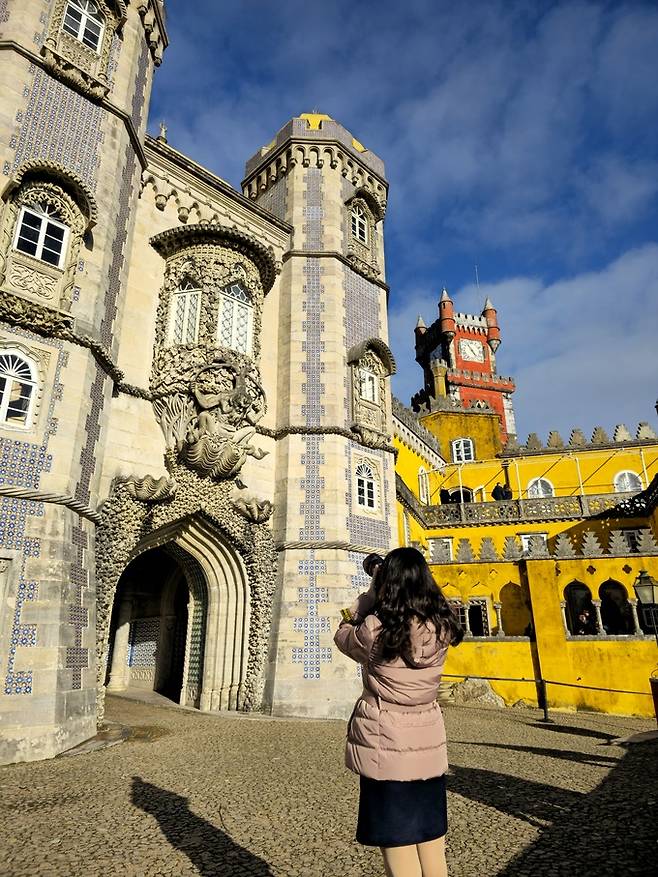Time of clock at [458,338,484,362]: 4:54
